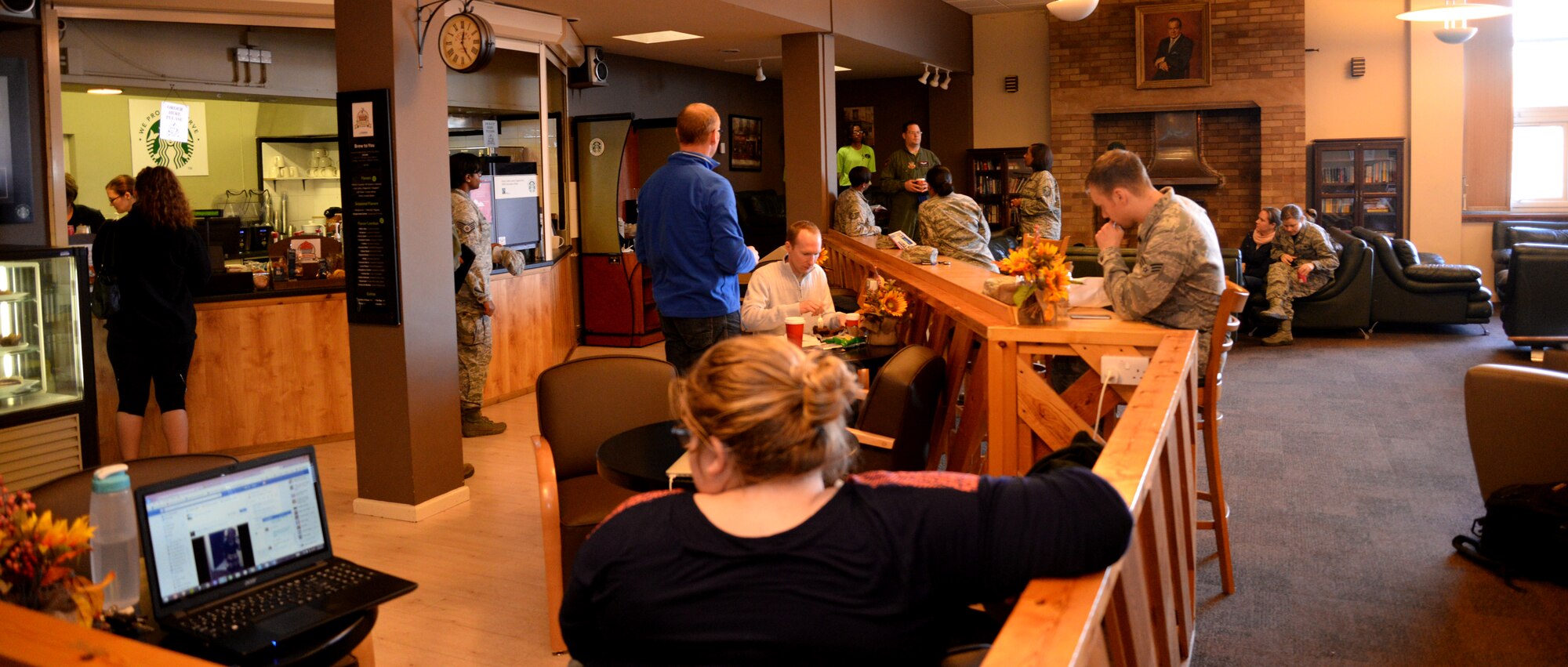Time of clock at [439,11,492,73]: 12:24
